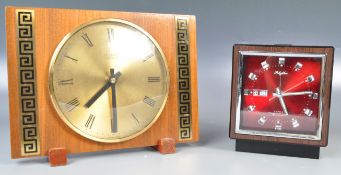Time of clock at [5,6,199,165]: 7:29
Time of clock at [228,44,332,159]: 5:14
